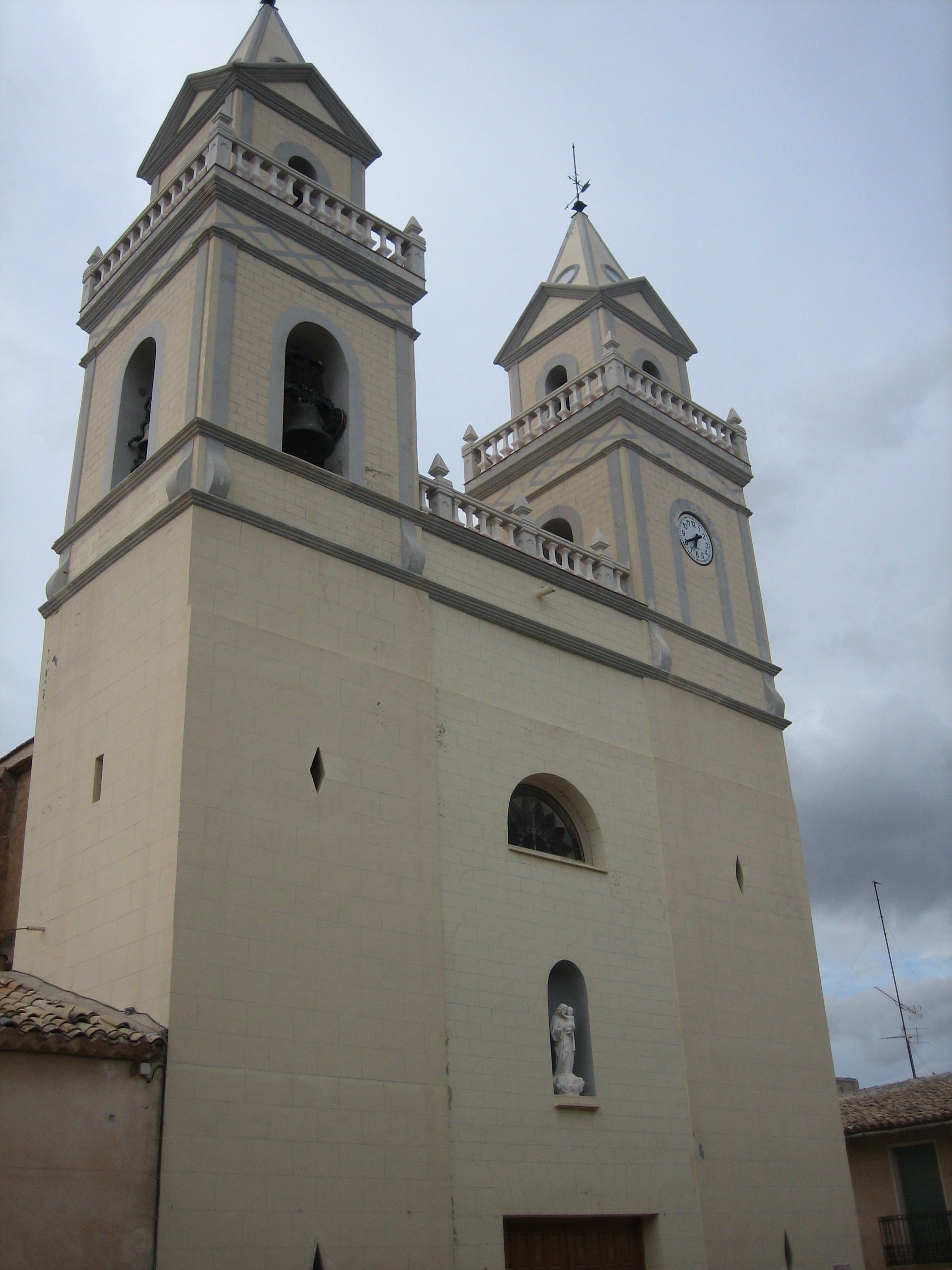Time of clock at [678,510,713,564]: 6:40
